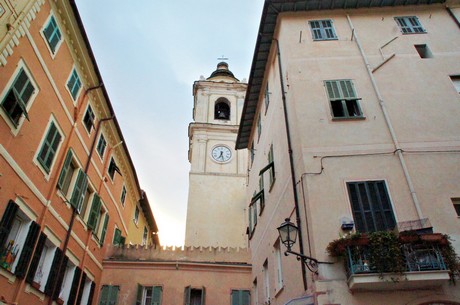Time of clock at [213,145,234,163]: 6:27
